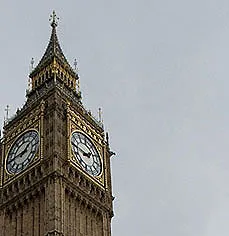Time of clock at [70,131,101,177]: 2:46
